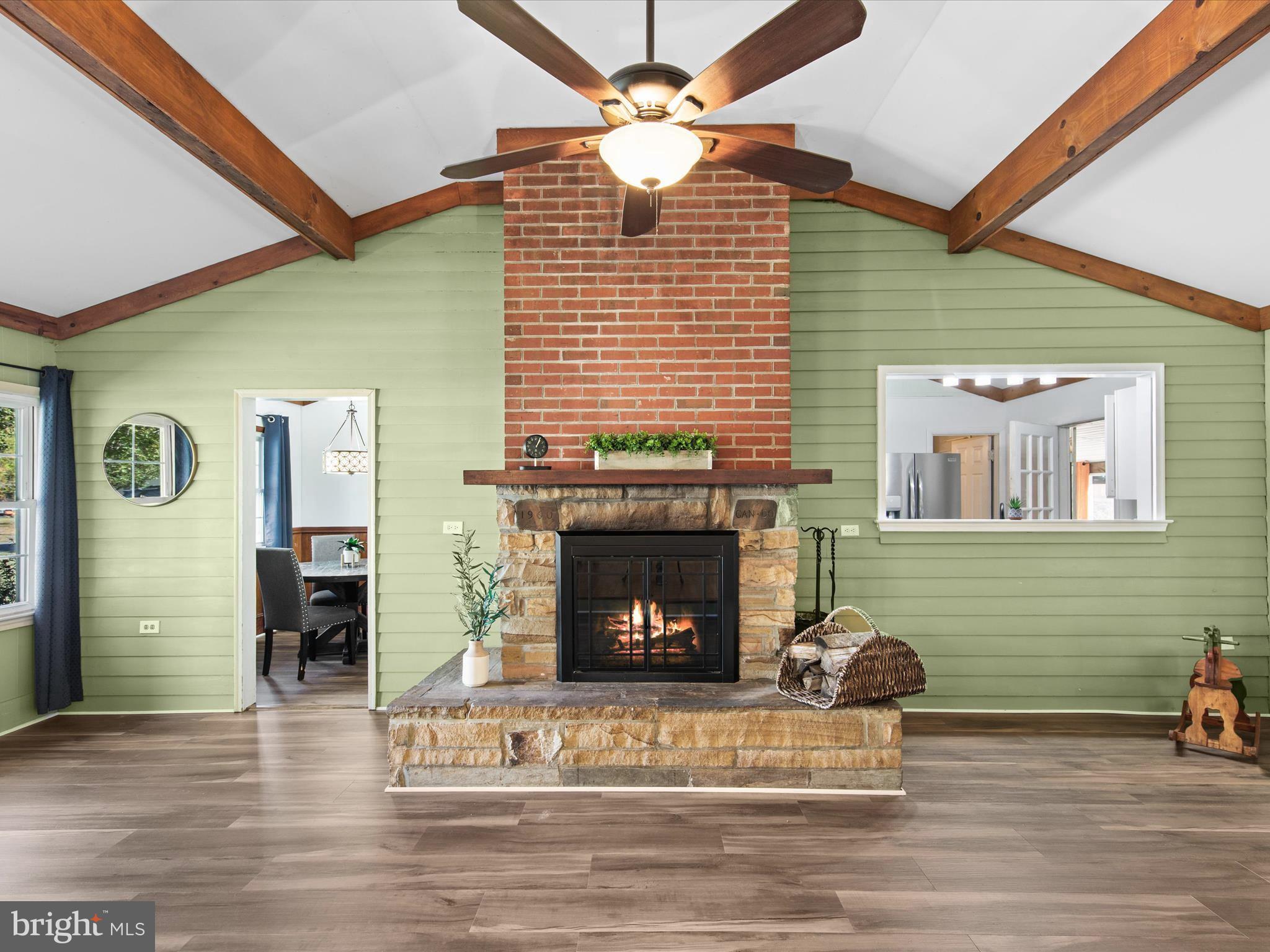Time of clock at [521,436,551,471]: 1:03
